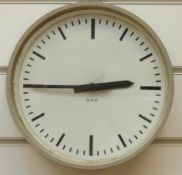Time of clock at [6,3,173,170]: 2:45
